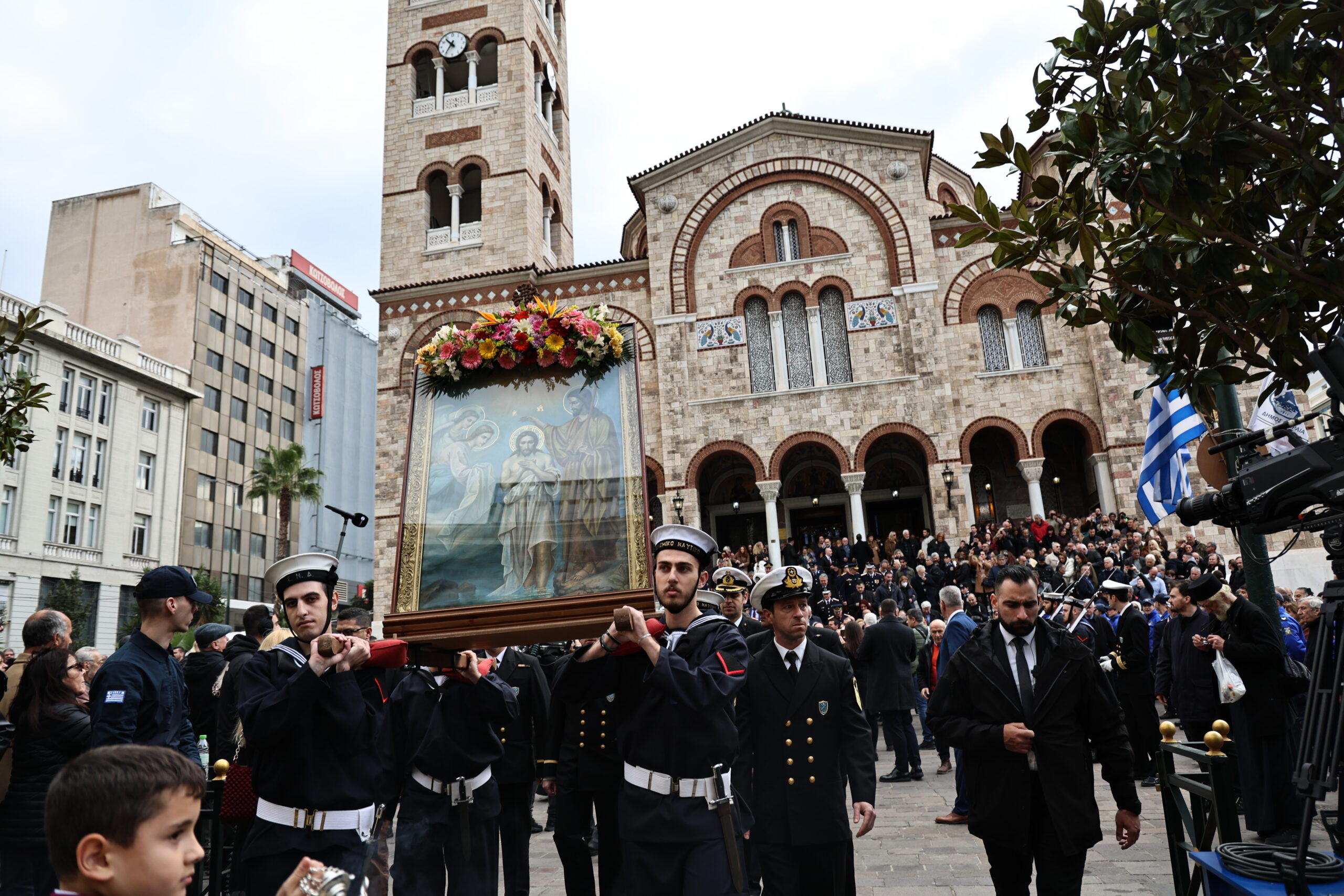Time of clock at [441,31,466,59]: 10:36
